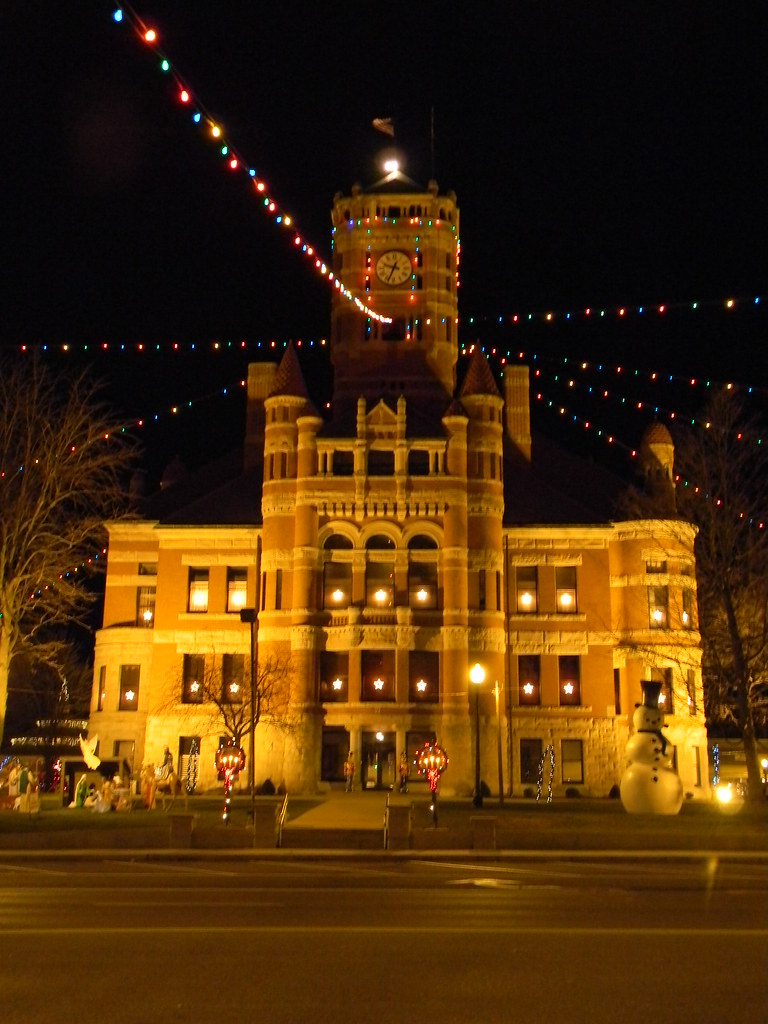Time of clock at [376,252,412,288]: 9:33
